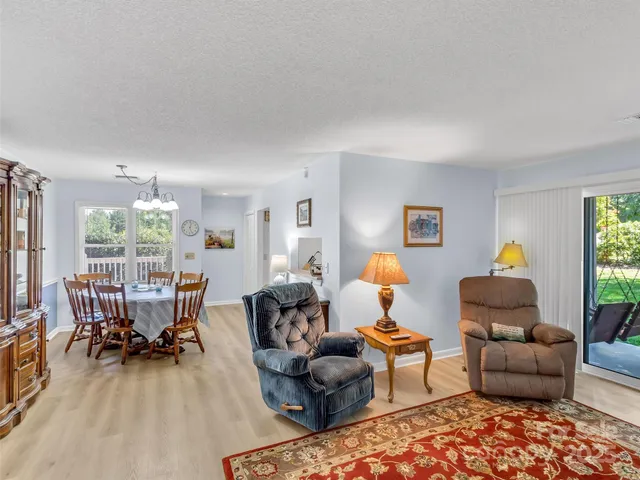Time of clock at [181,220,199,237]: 12:26
